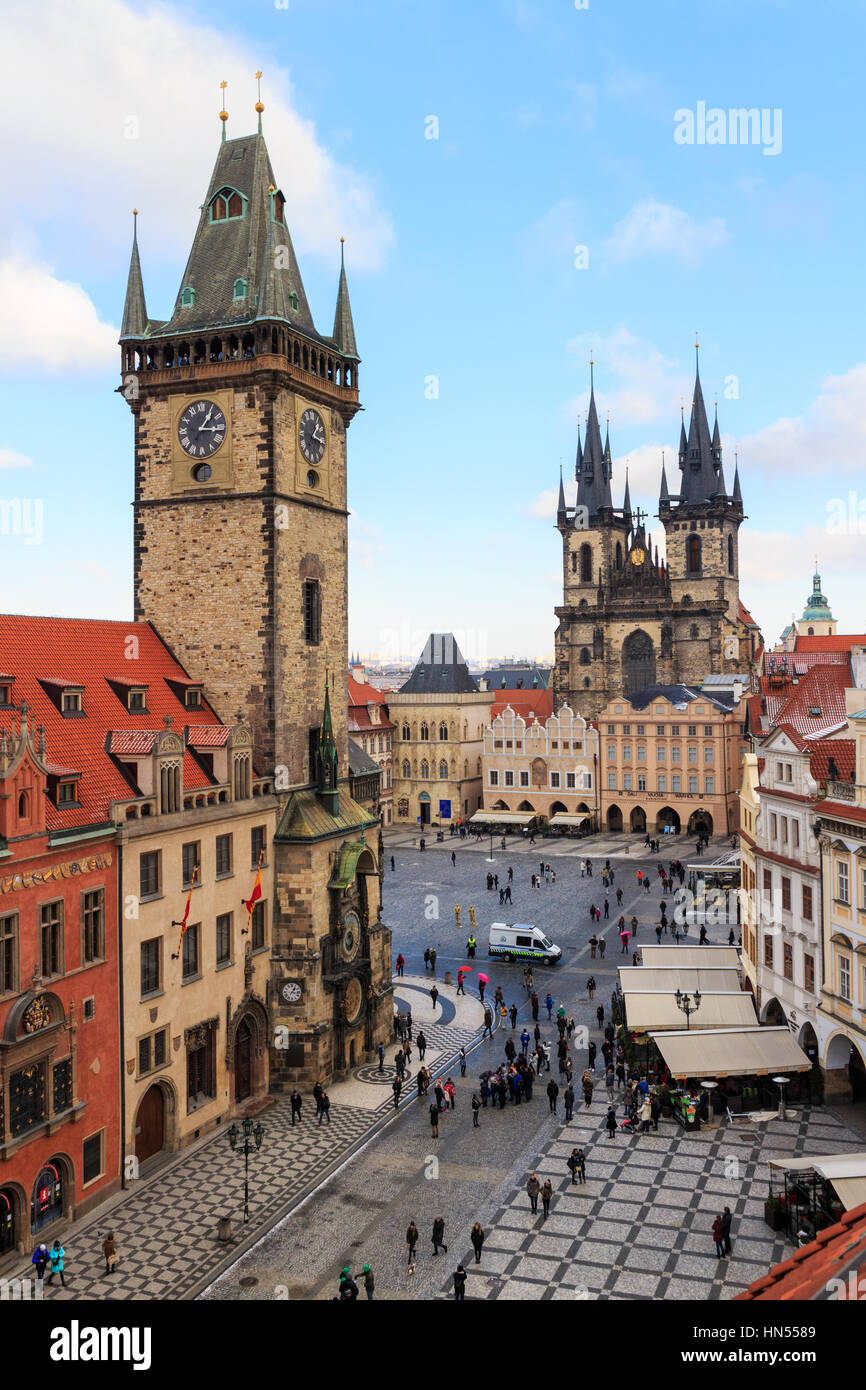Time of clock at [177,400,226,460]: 1:16
